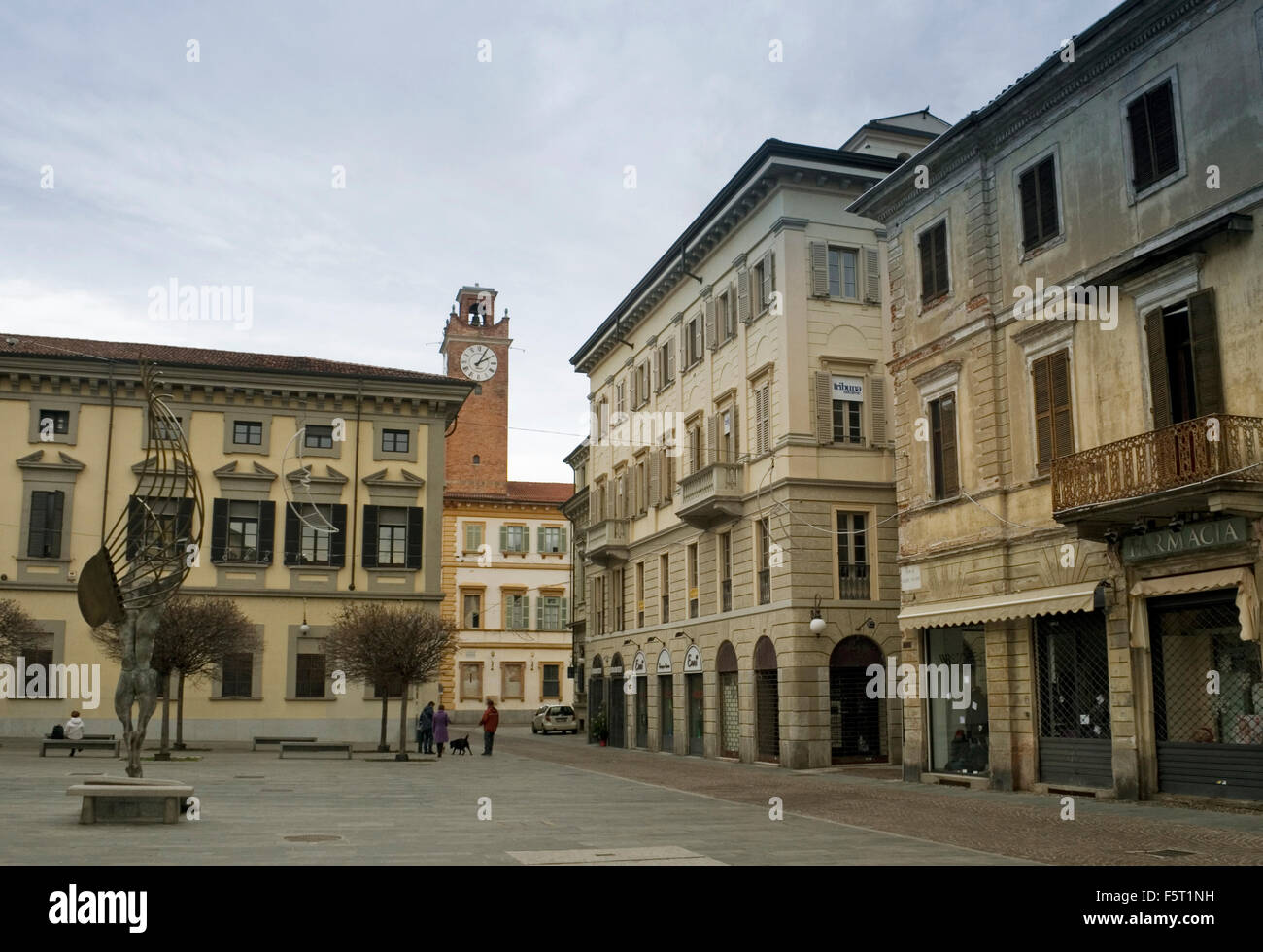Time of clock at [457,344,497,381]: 2:04
